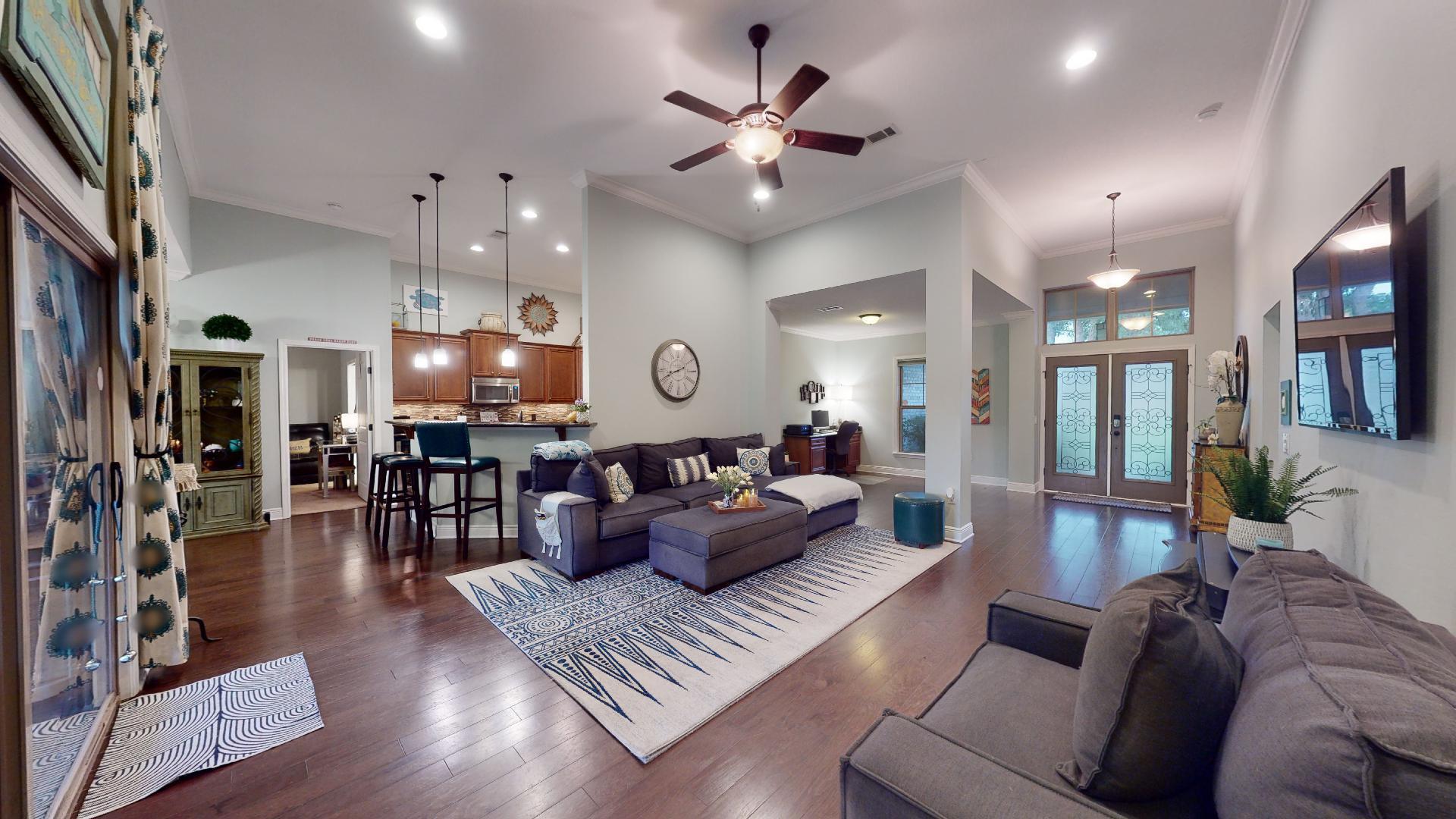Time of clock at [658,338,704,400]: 8:41
